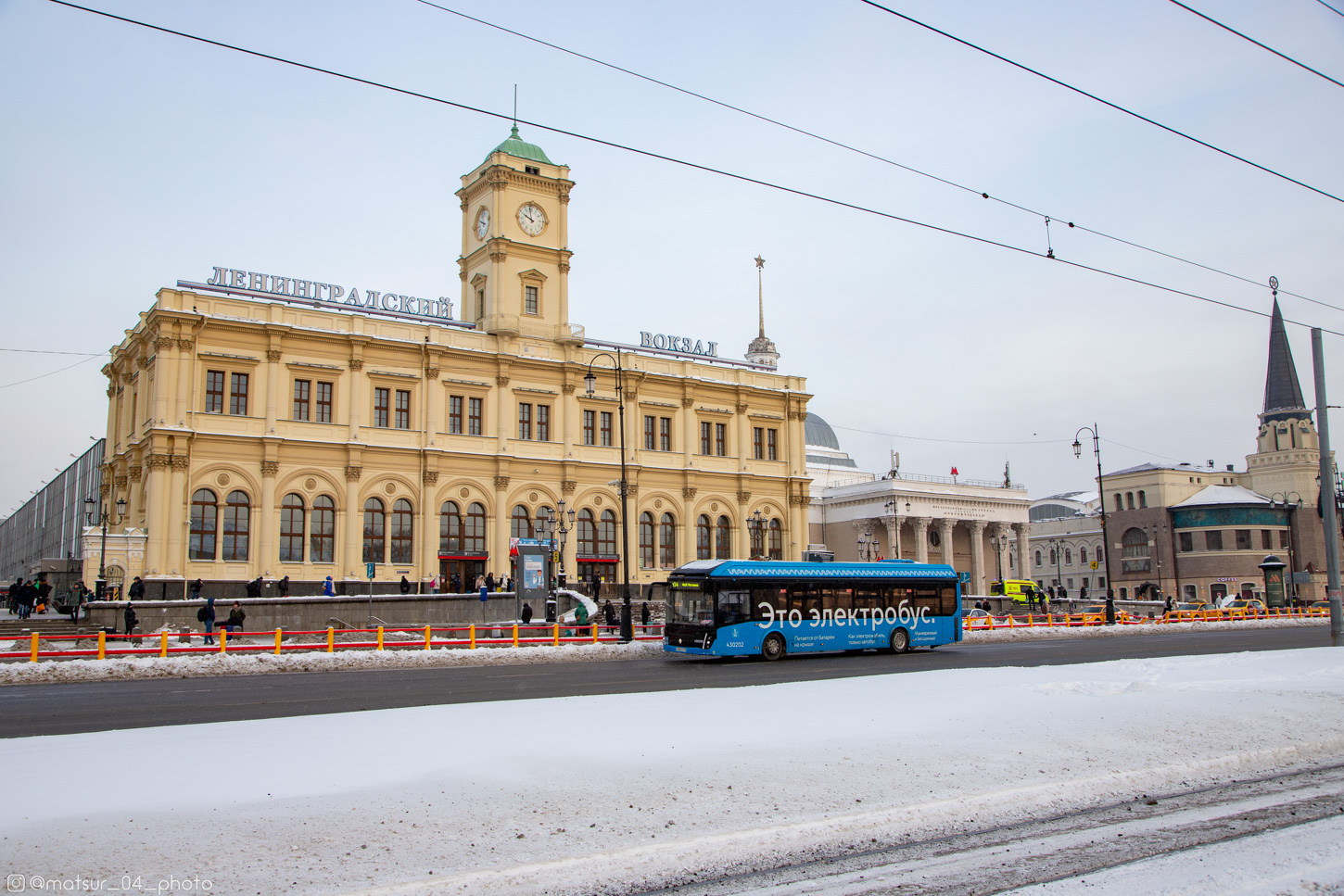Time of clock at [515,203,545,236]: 9:58
